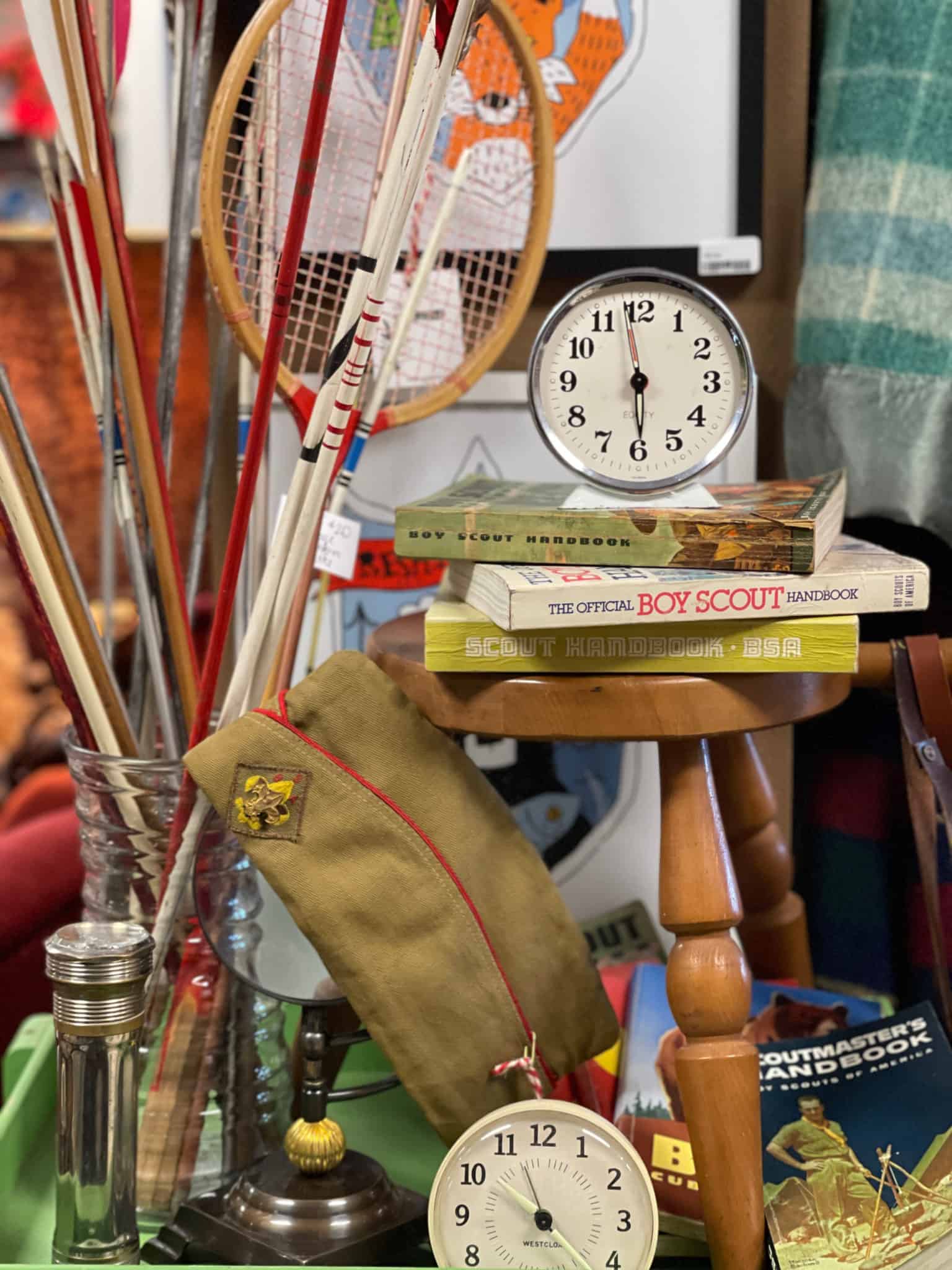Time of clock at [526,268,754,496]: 5:58
